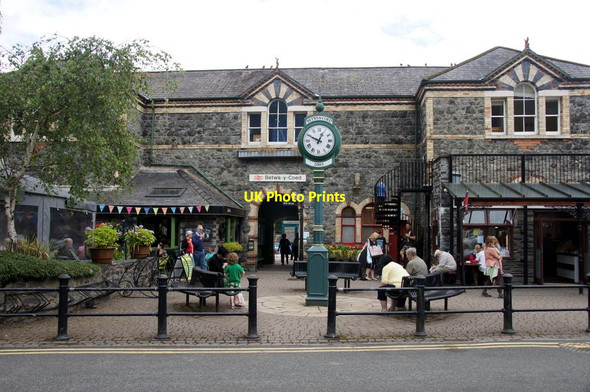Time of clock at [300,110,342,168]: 12:49
